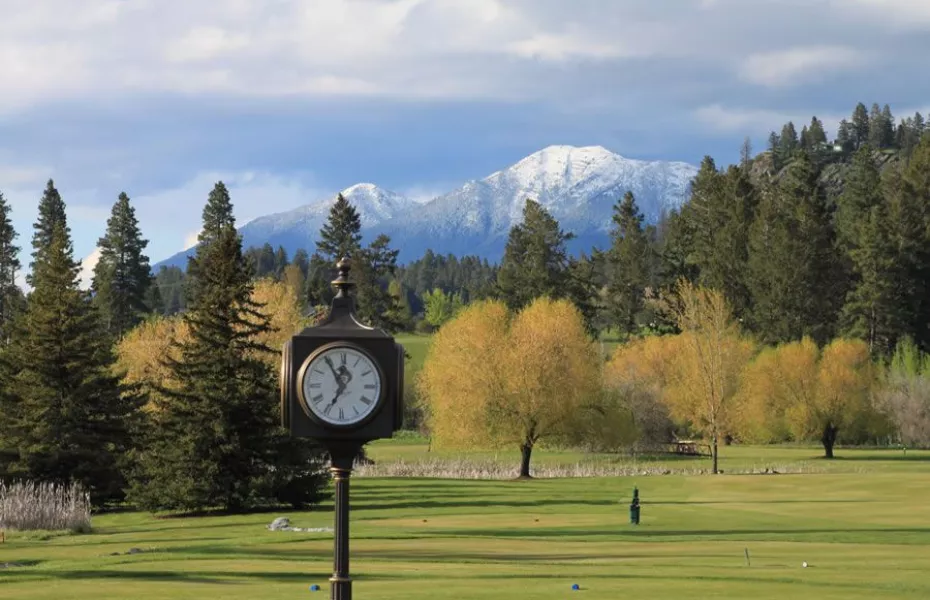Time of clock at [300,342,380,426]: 6:54
